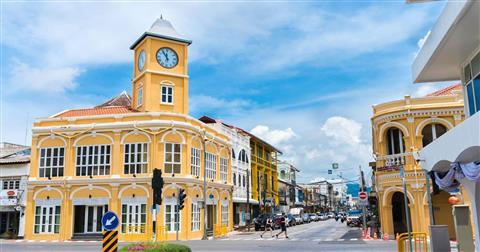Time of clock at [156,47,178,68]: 11:54
